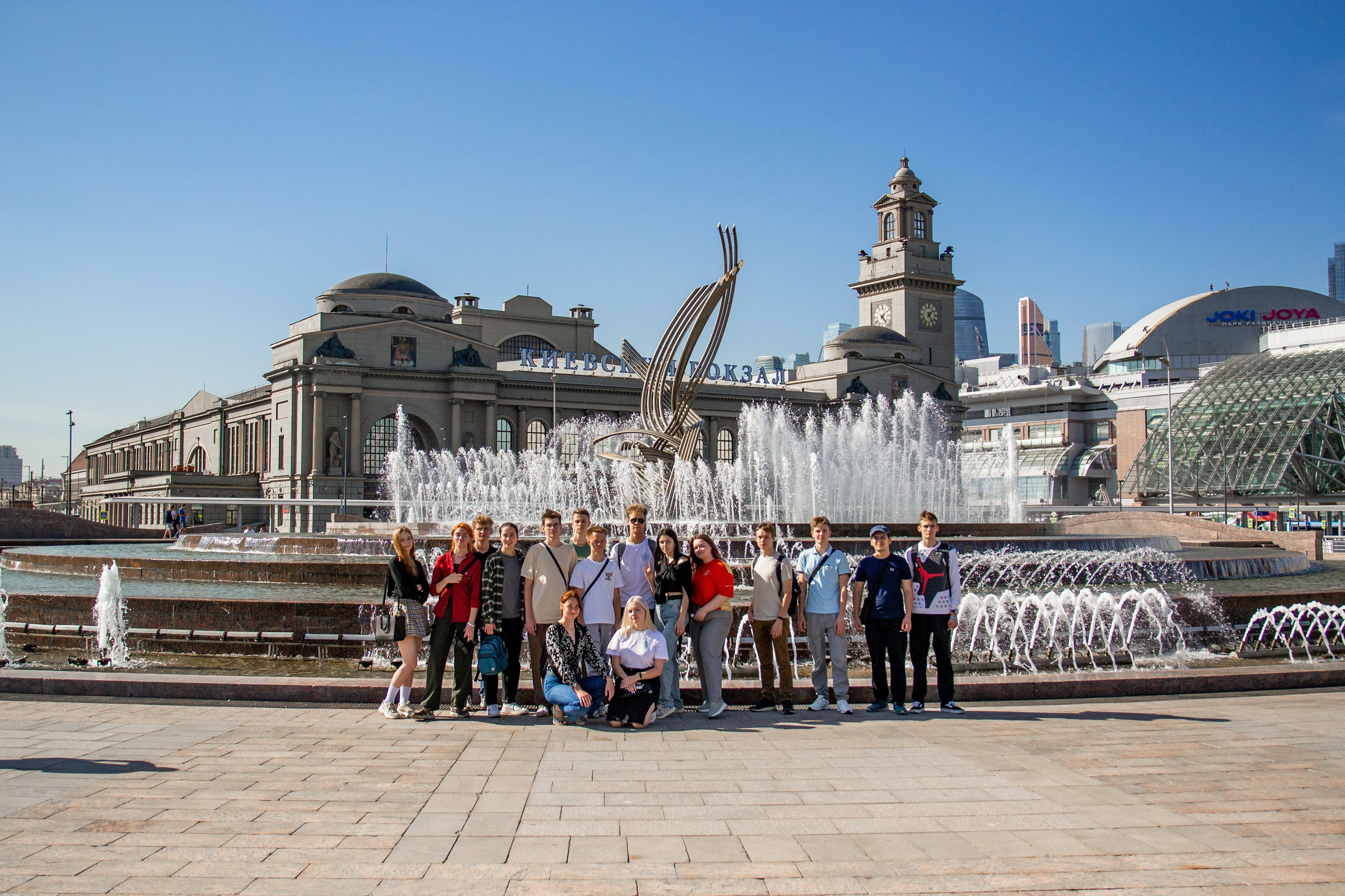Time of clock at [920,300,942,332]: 1:24
